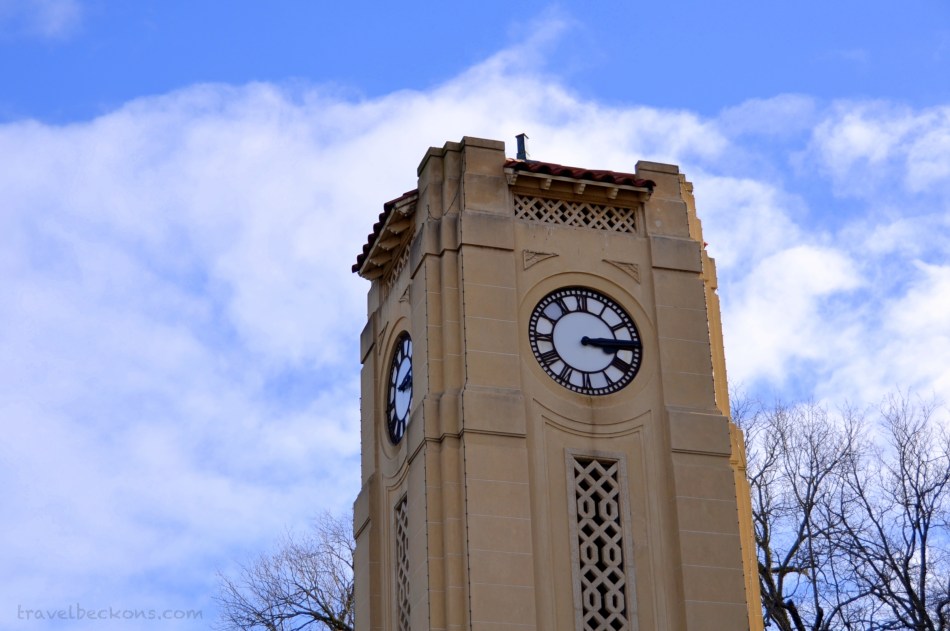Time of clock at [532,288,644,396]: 3:14
